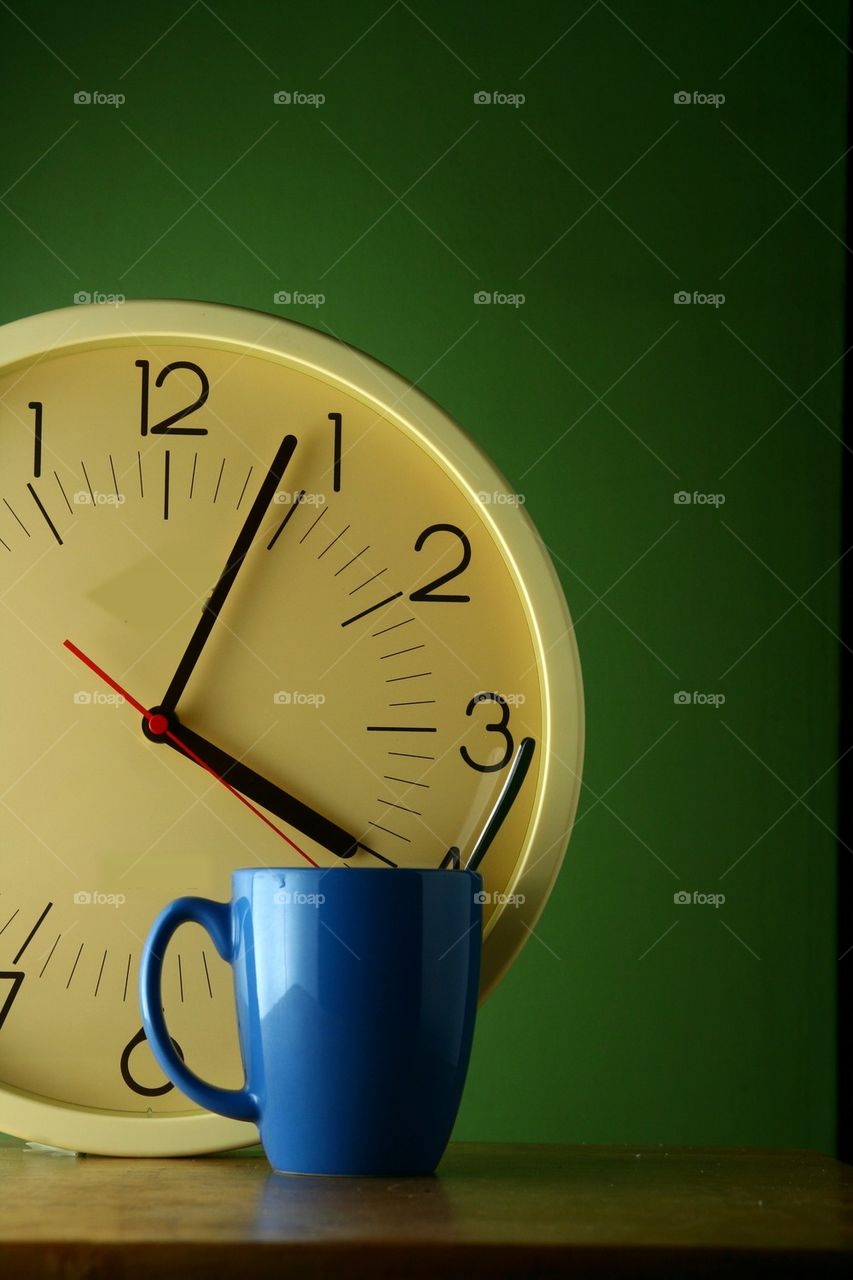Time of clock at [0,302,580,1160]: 4:04
